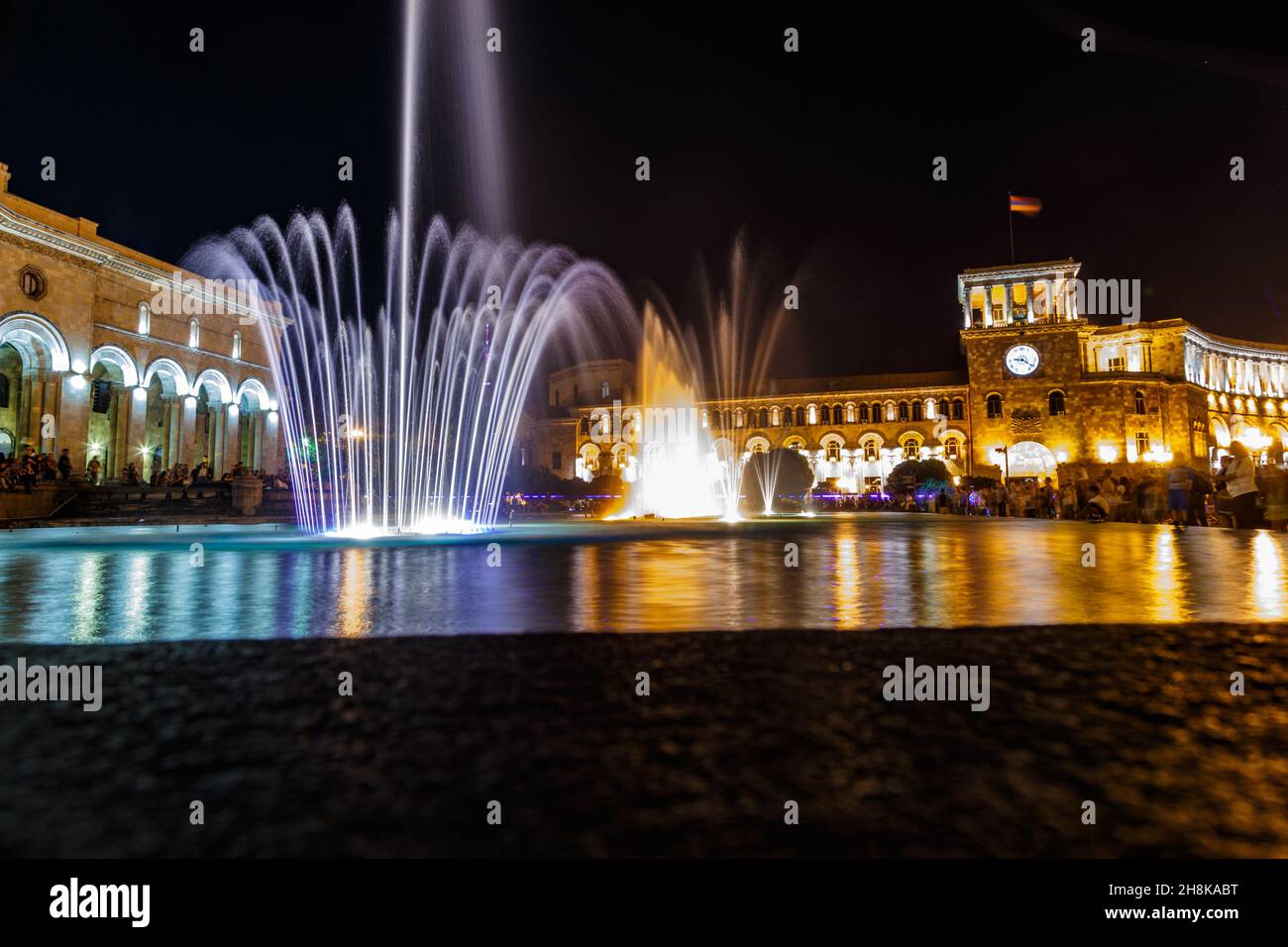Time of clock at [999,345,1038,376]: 9:21
